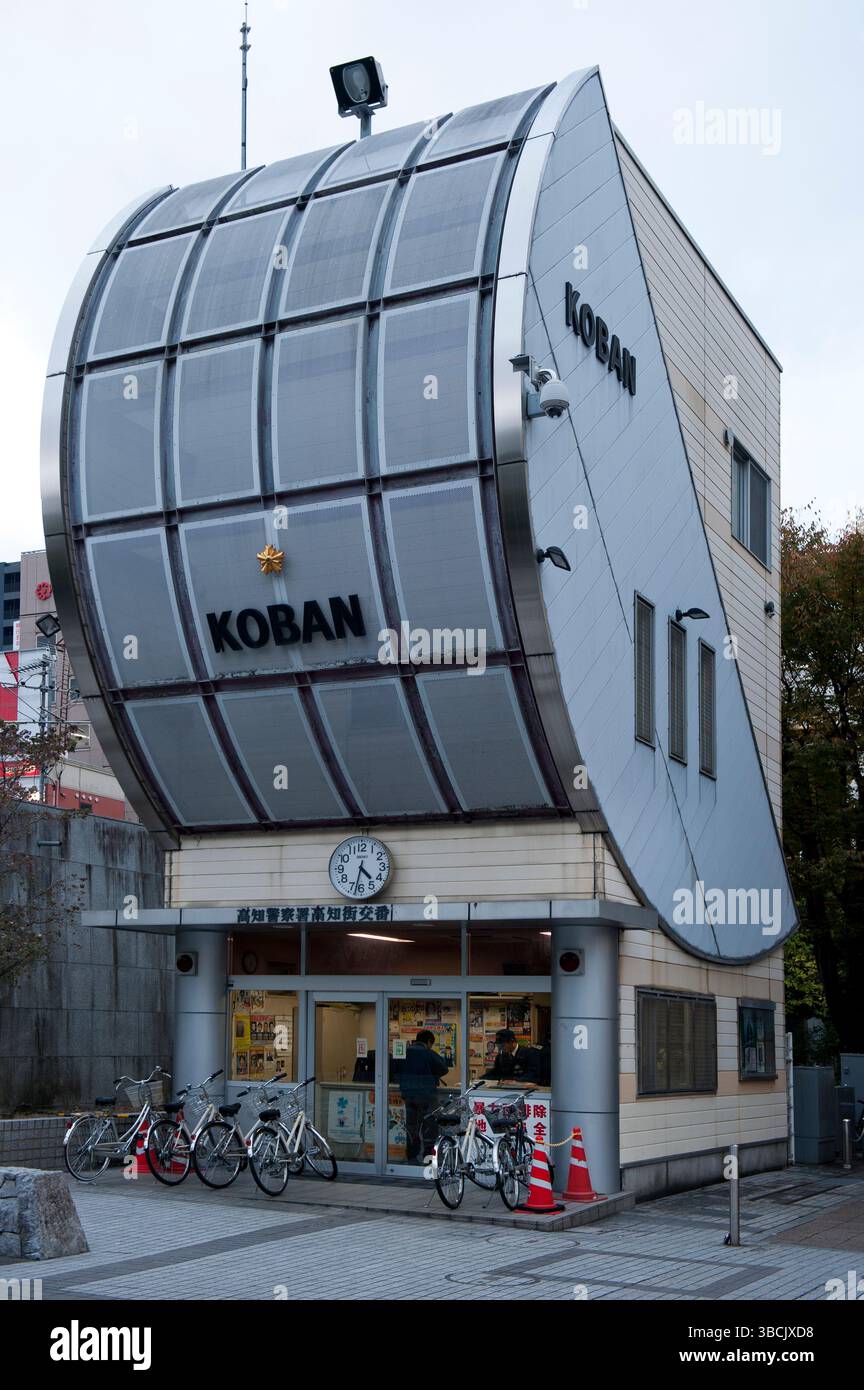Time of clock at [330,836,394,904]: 4:32
